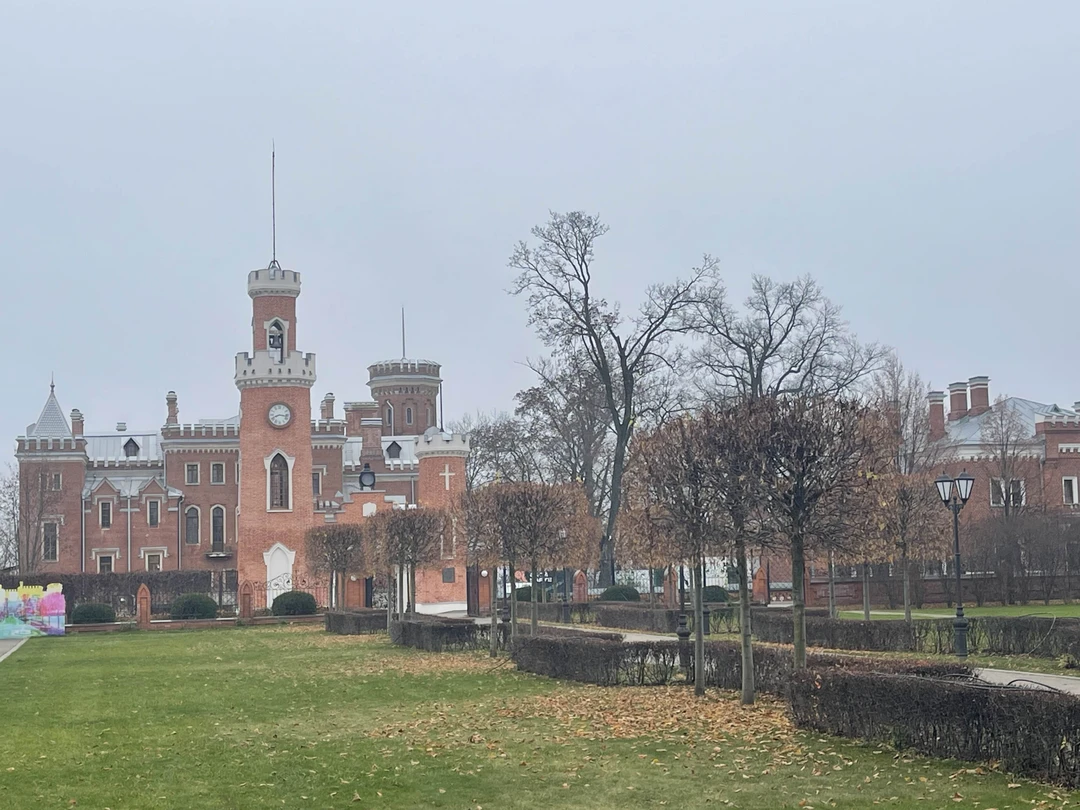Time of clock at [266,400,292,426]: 8:16
